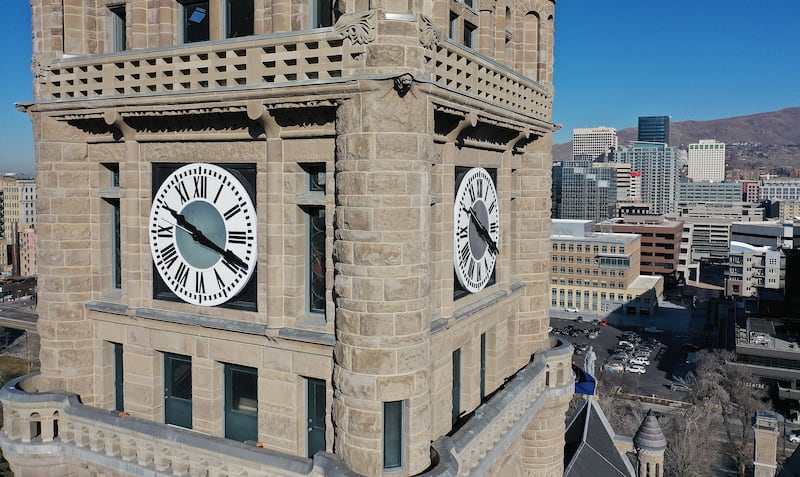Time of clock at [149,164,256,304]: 3:49
